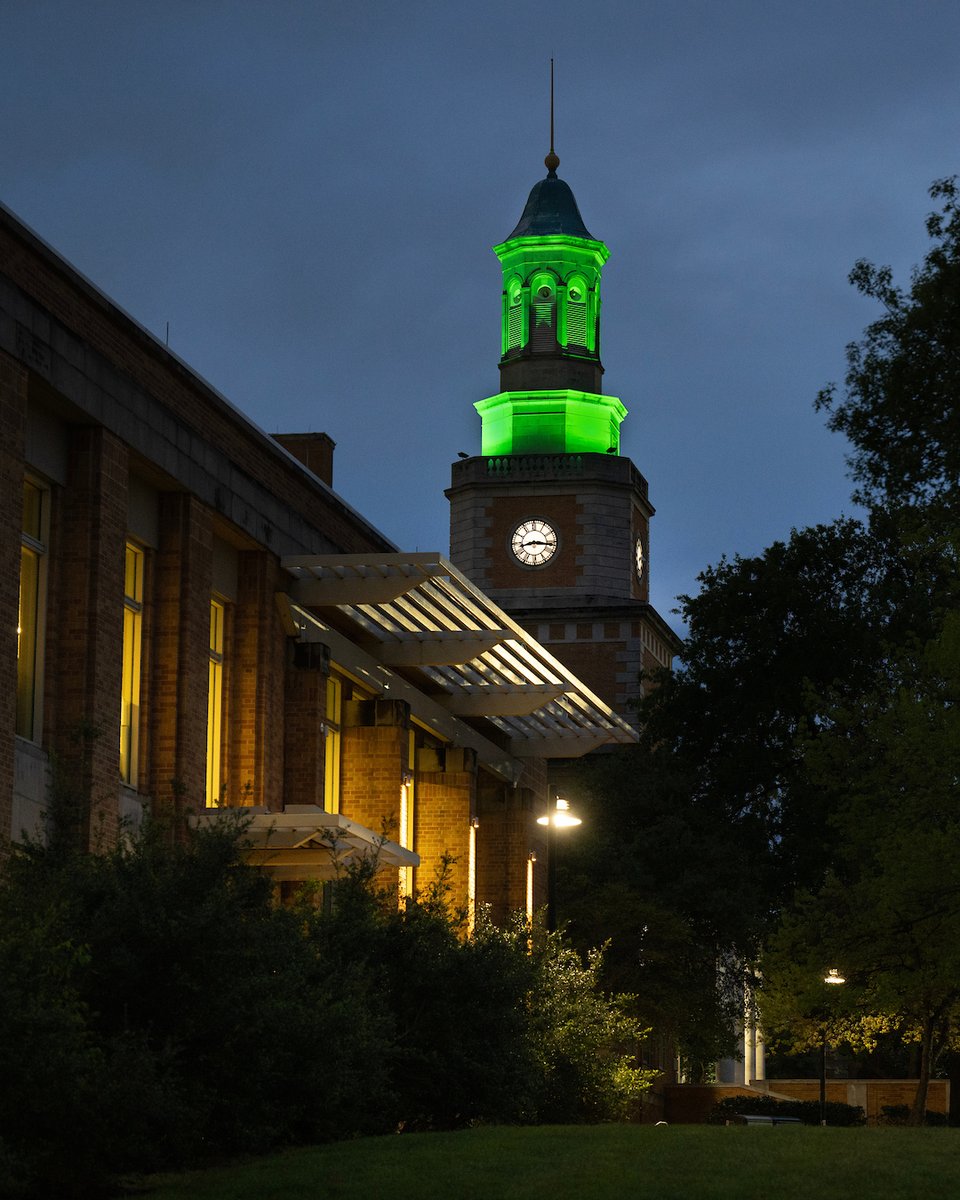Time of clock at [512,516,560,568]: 8:16
